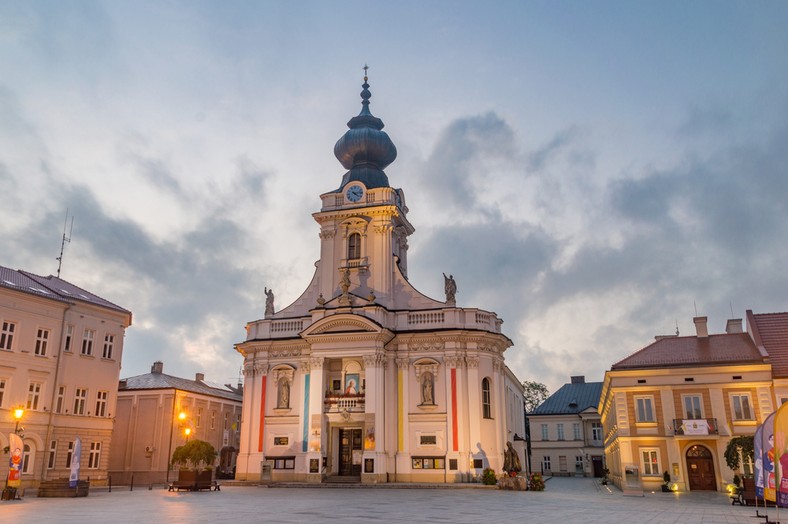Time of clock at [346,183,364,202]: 4:13
